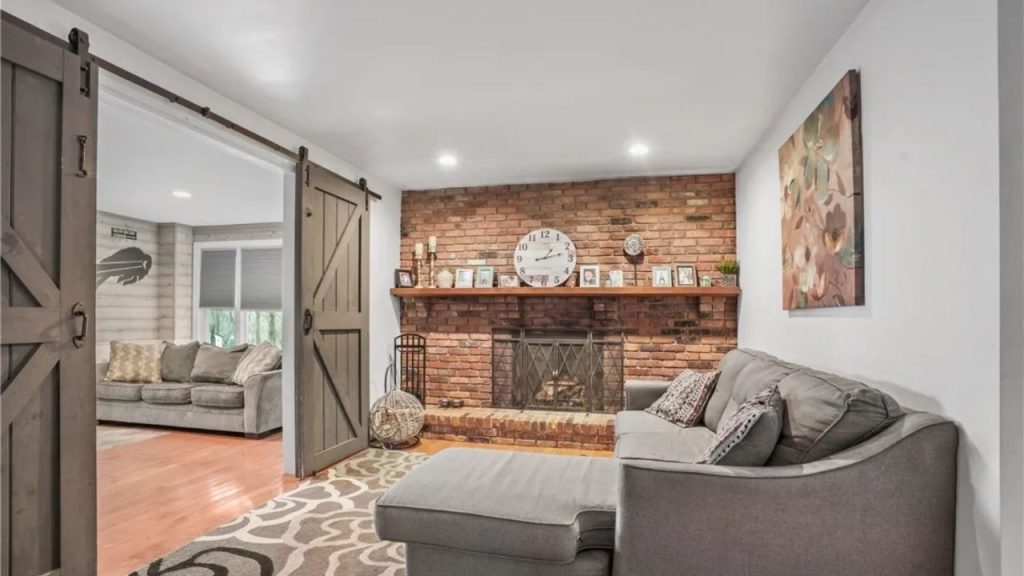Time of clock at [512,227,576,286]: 1:12
